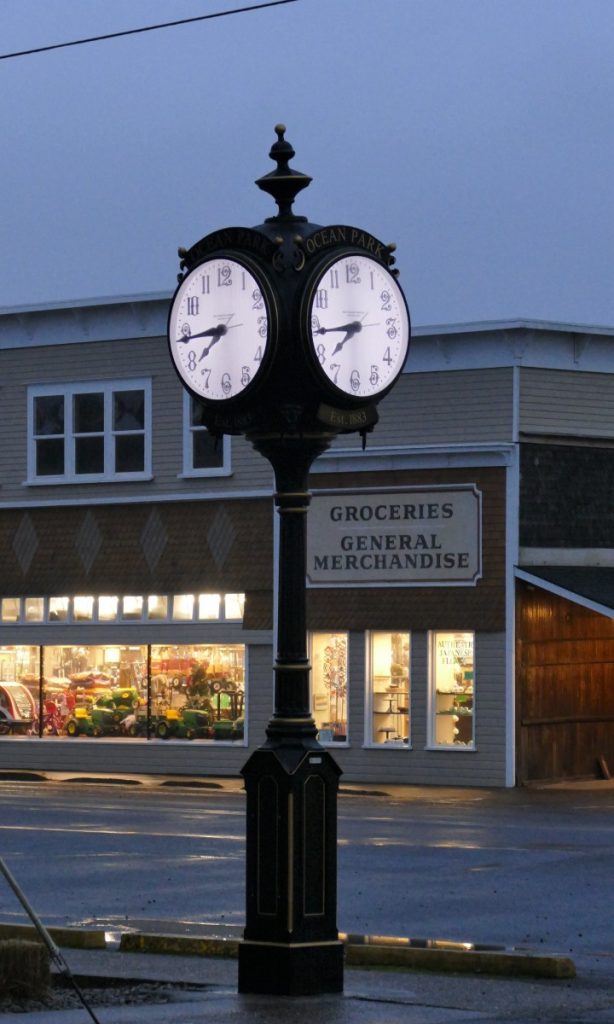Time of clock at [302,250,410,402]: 7:44
